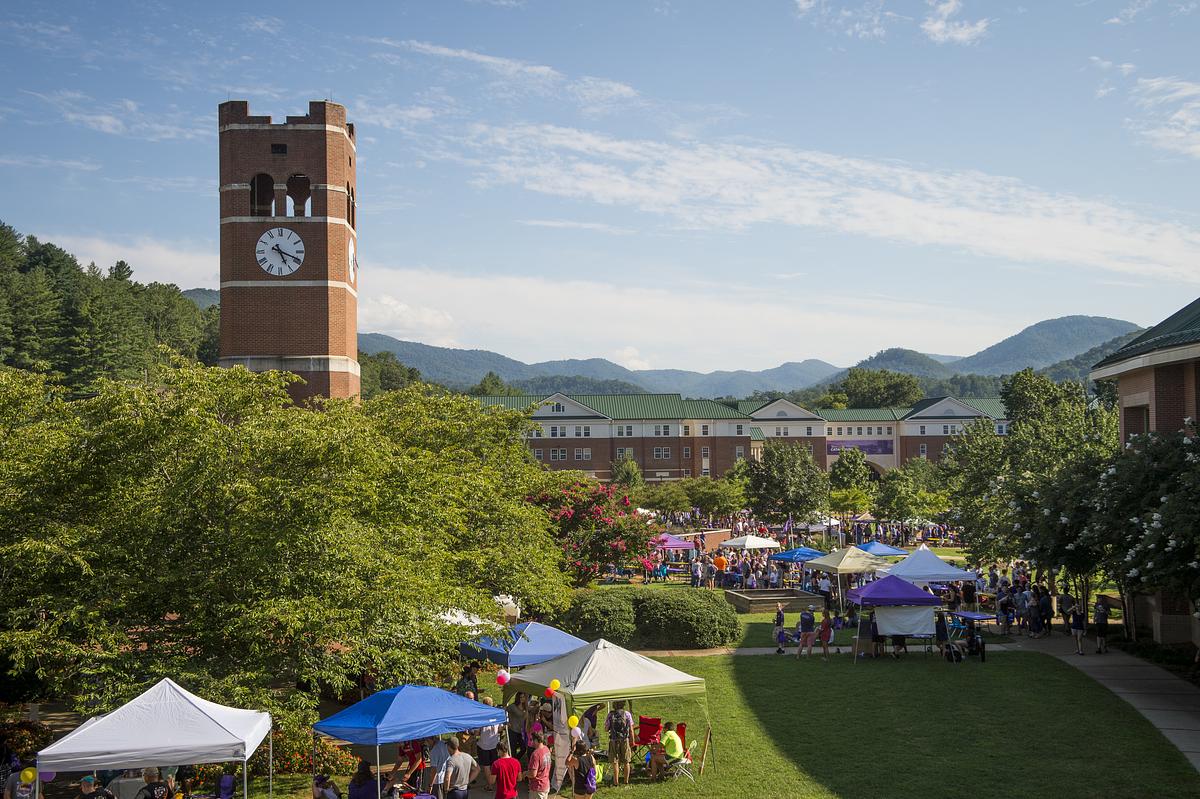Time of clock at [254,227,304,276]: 5:18
